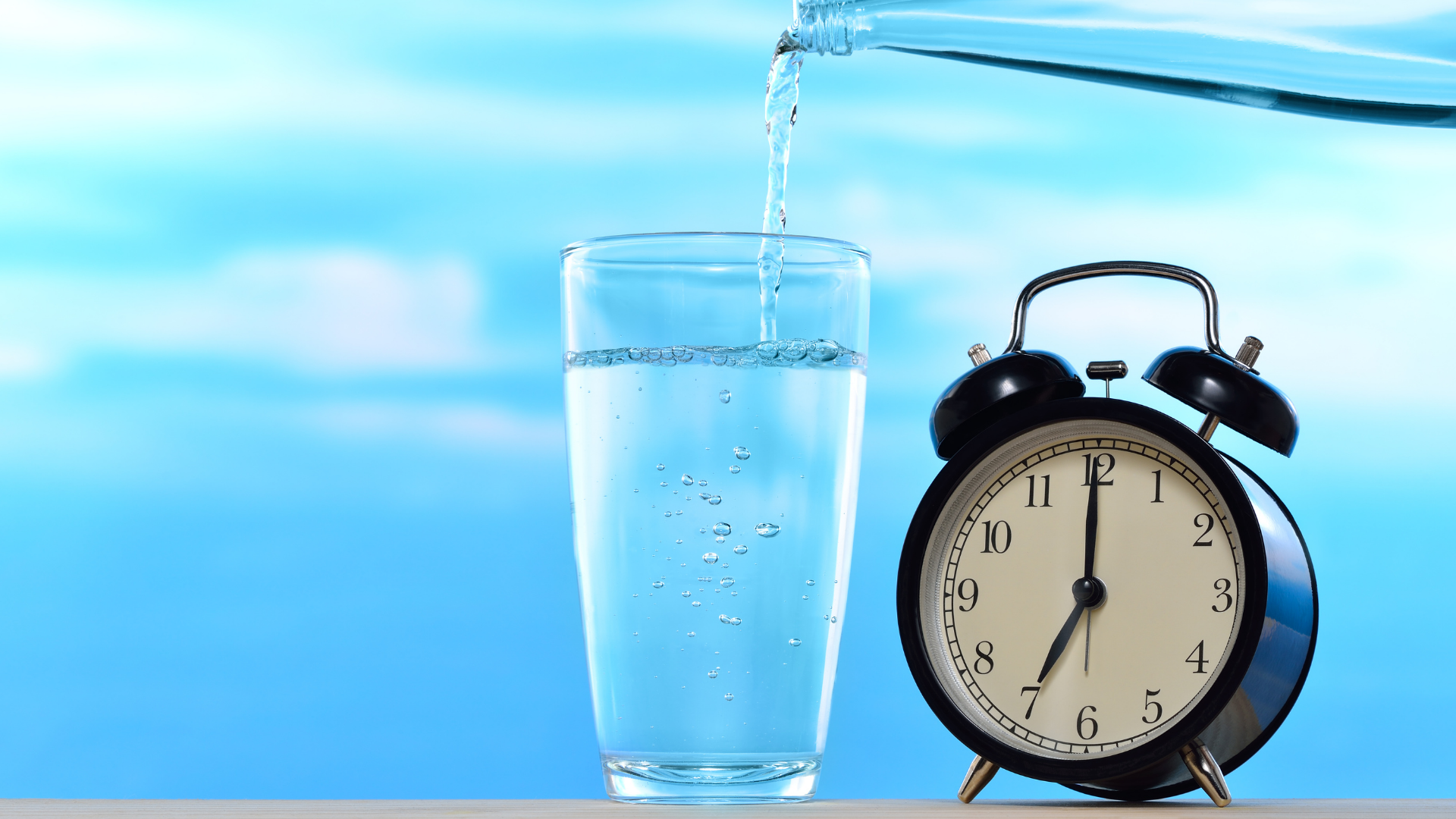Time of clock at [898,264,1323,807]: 7:00
